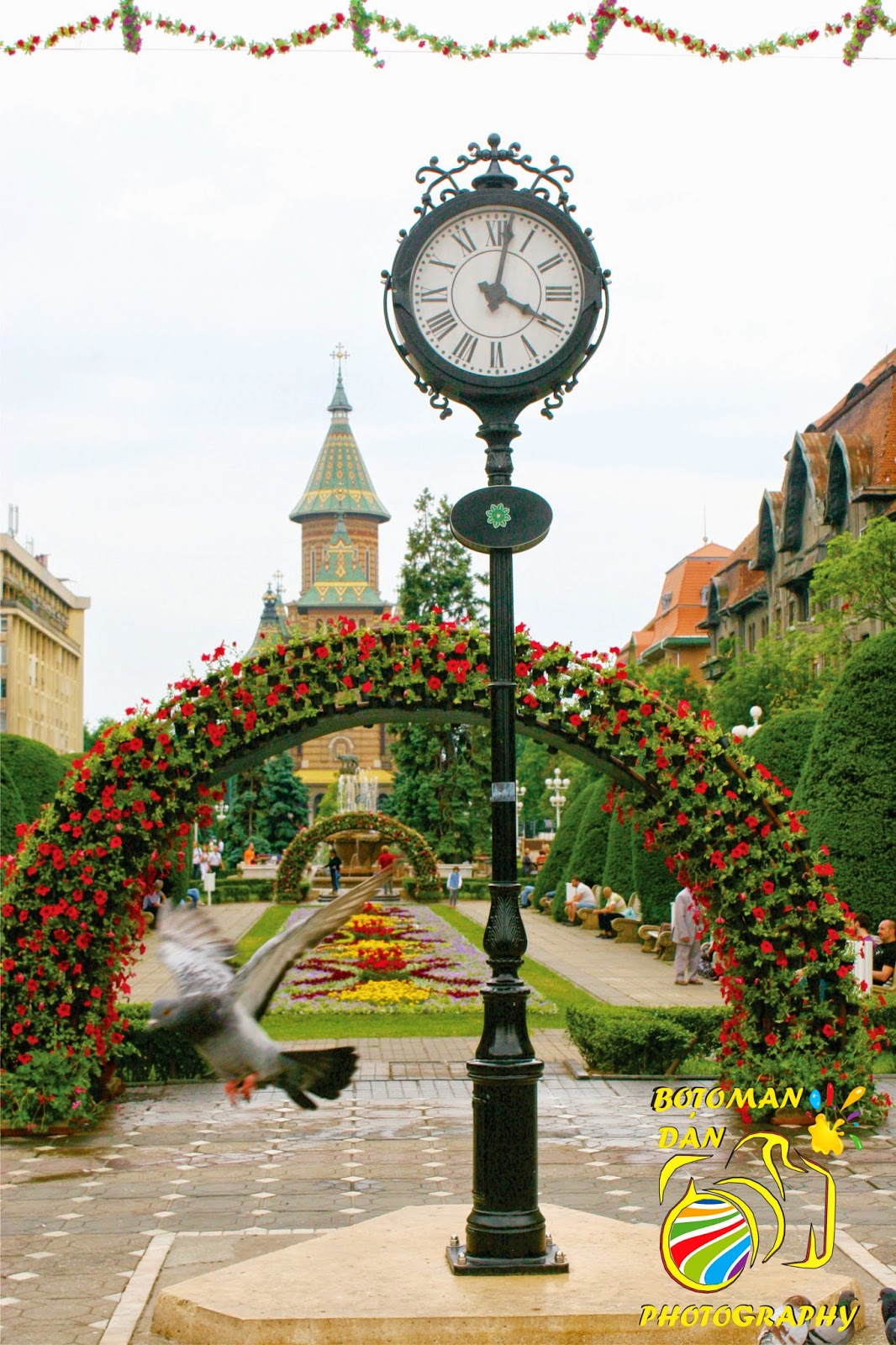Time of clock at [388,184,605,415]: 4:02
